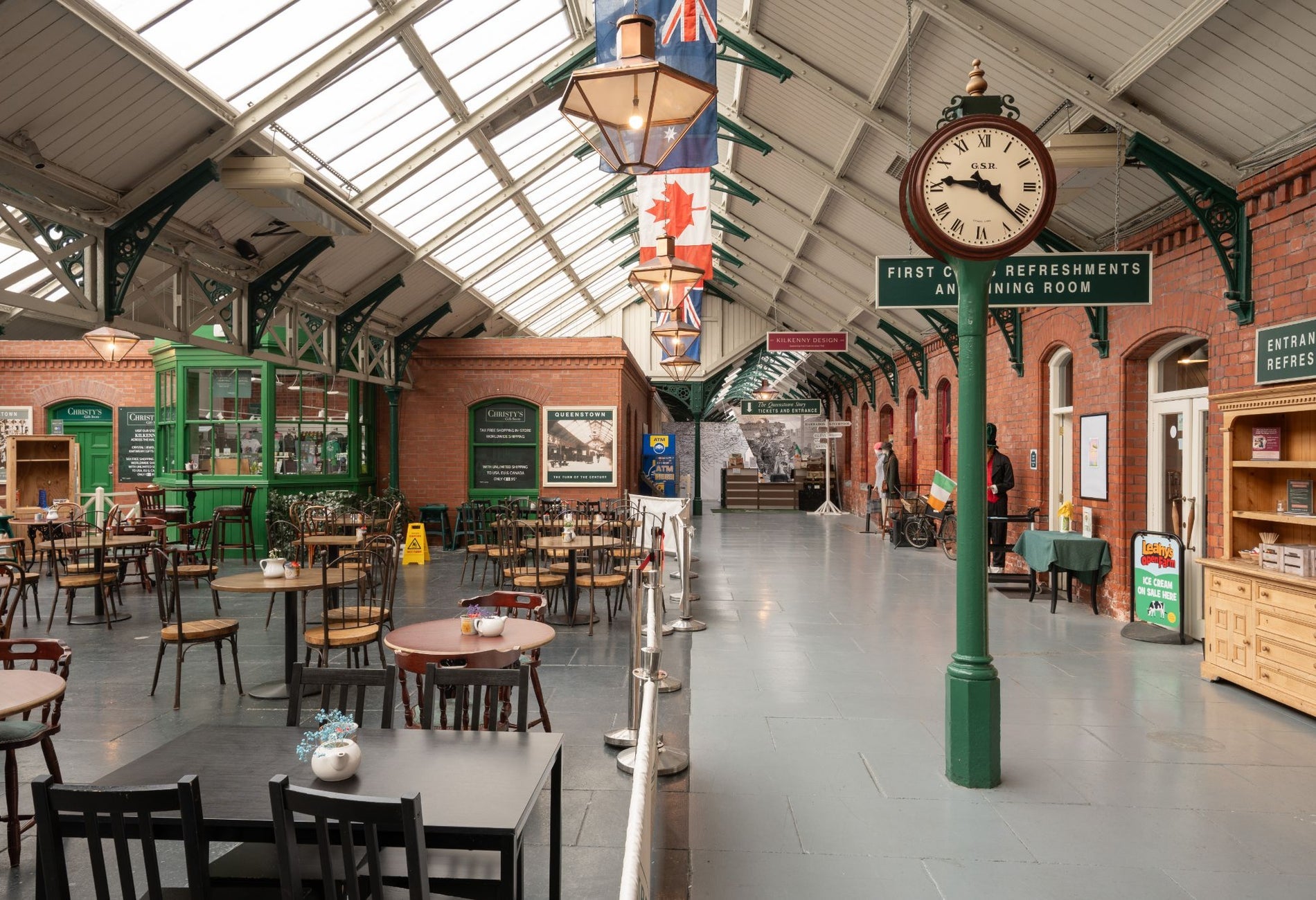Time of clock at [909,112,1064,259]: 9:22
